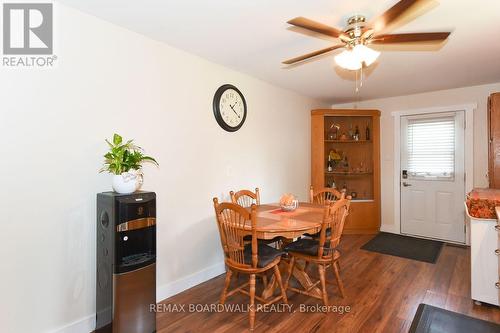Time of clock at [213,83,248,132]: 1:21
